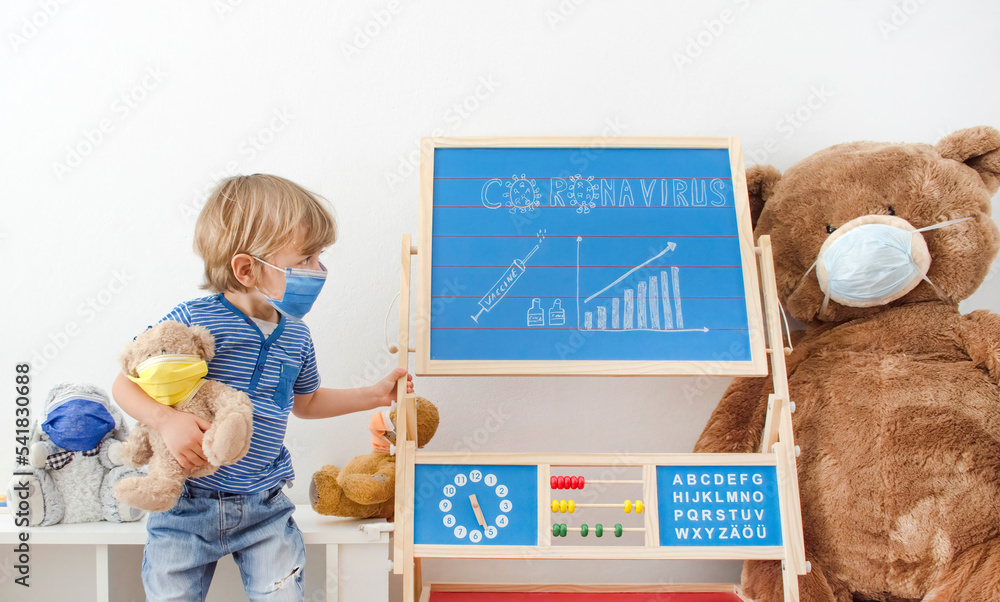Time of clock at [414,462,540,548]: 5:26
